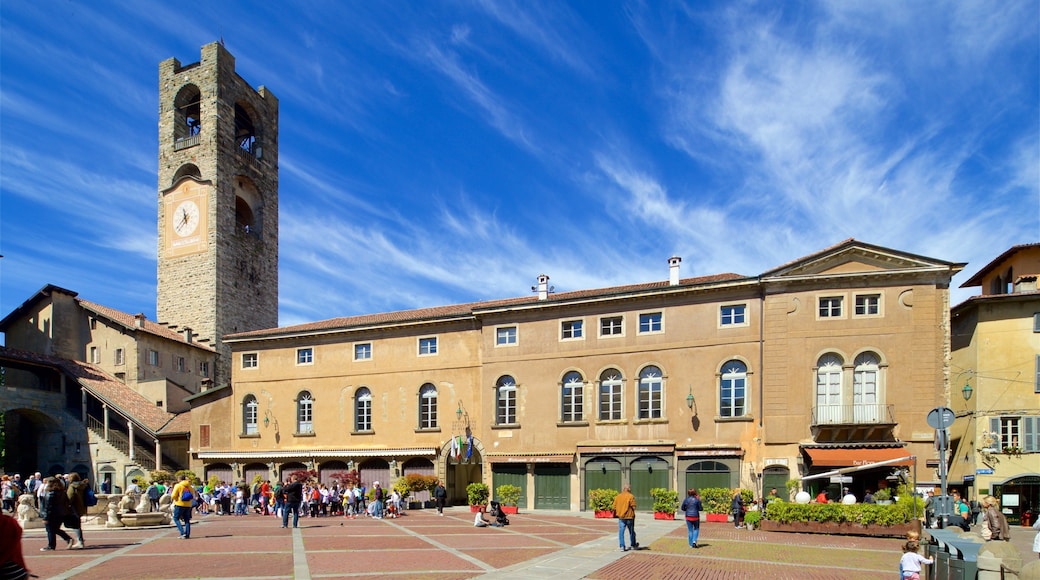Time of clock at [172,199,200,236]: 11:37
